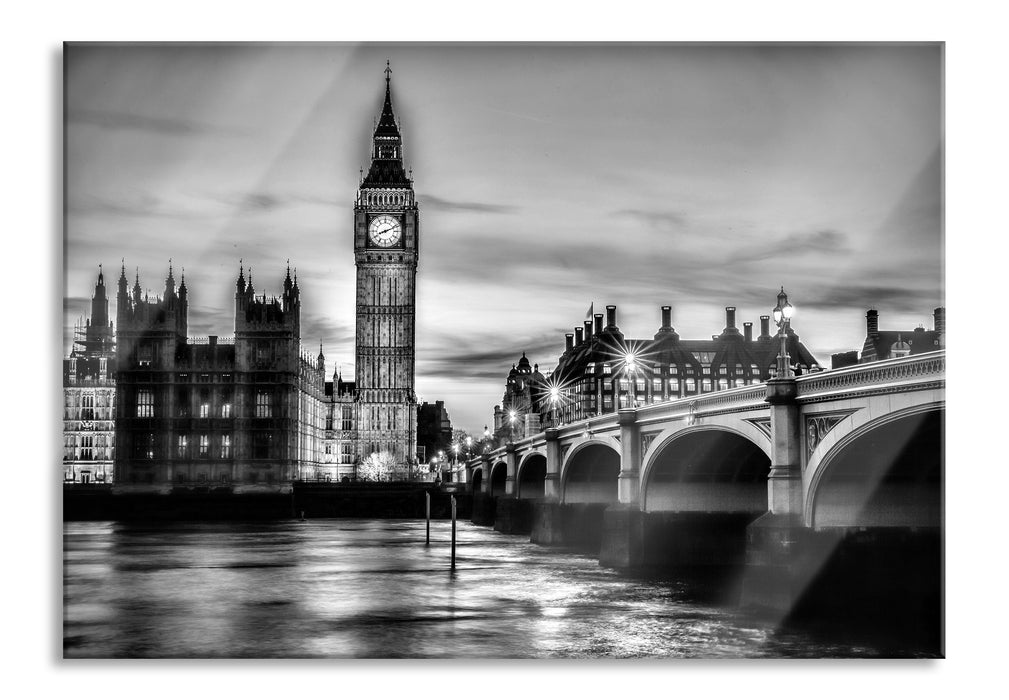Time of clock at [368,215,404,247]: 8:11
